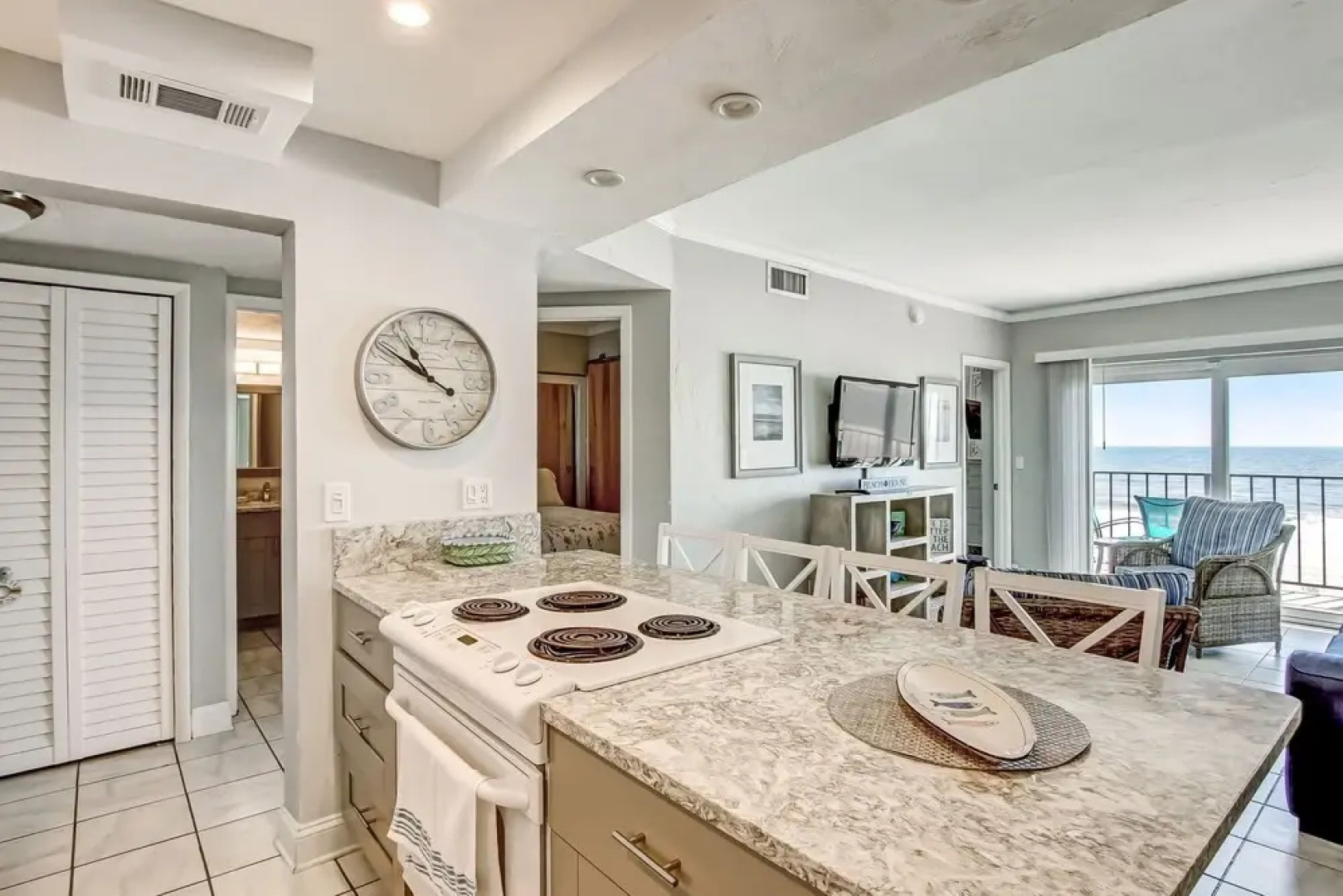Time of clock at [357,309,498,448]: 10:50
